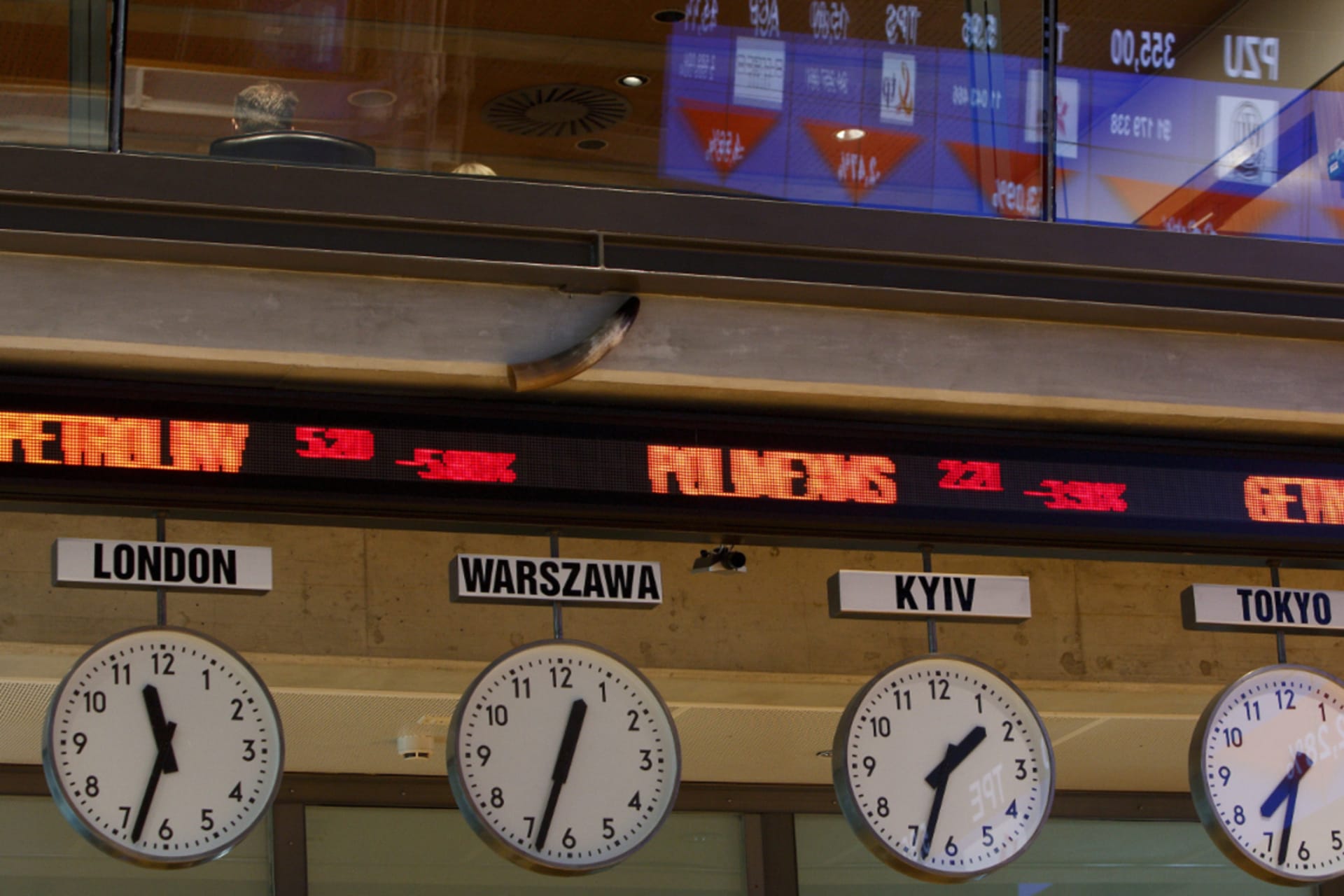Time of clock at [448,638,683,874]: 12:33
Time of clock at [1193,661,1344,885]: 7:32
